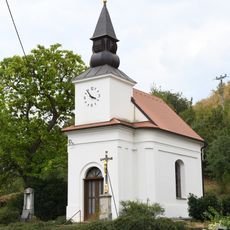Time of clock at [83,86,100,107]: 3:54
